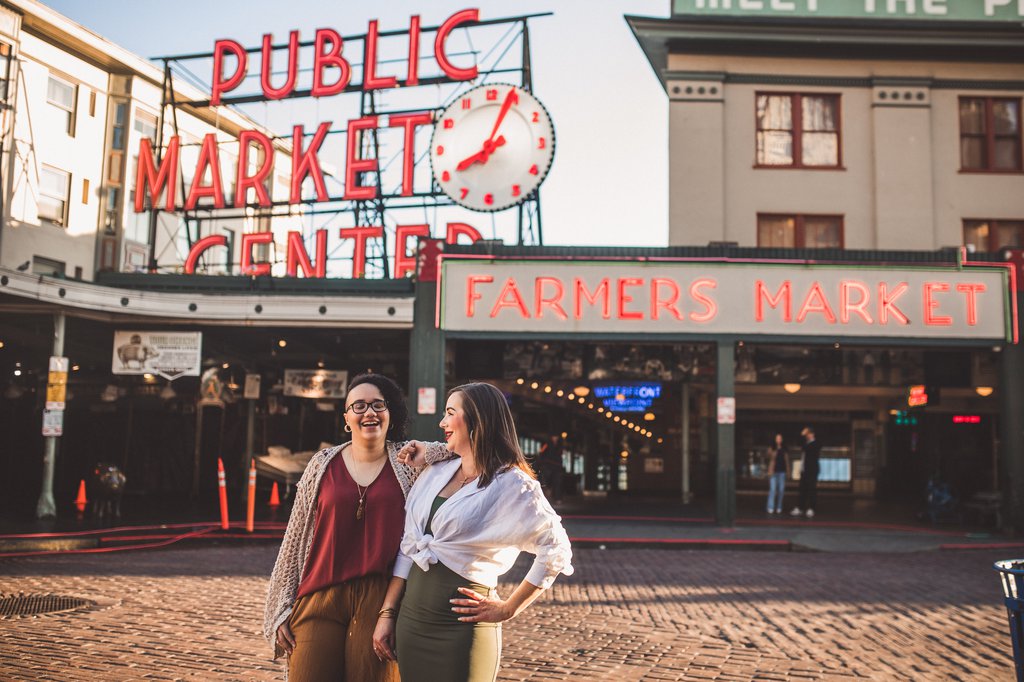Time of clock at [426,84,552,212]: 8:04
